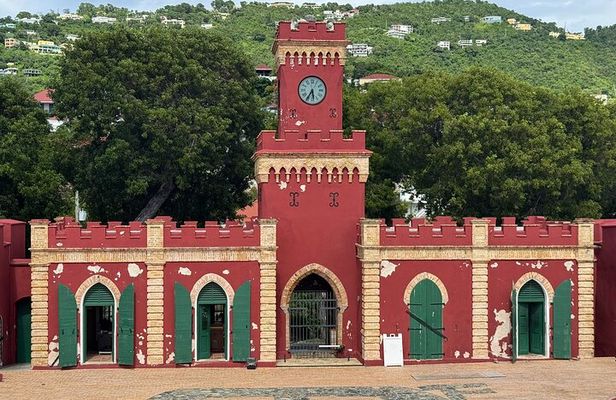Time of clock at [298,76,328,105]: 5:35
